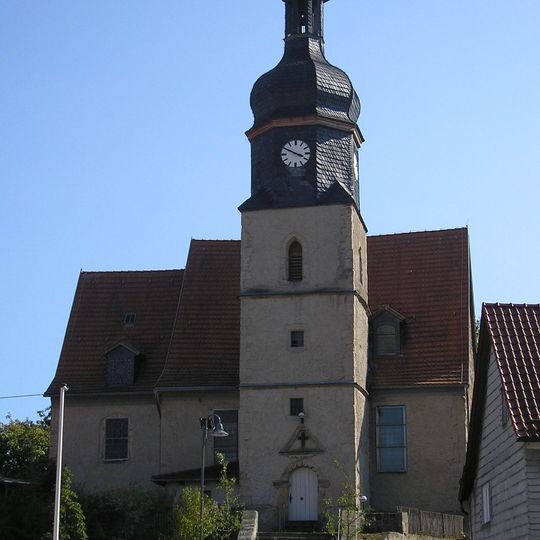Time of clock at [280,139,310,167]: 3:49
